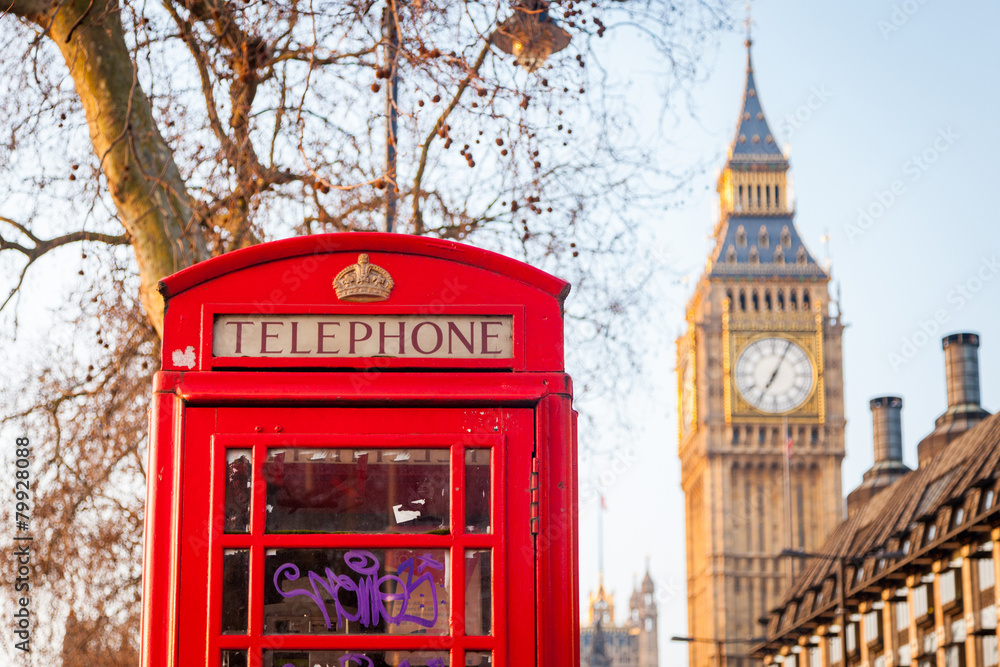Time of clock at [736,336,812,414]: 7:04
